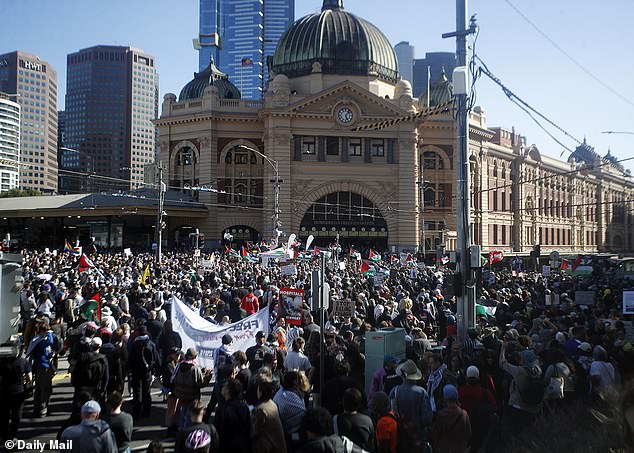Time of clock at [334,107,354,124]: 5:06
